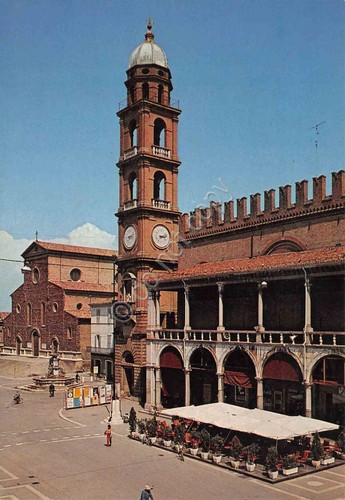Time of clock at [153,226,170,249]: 3:12
